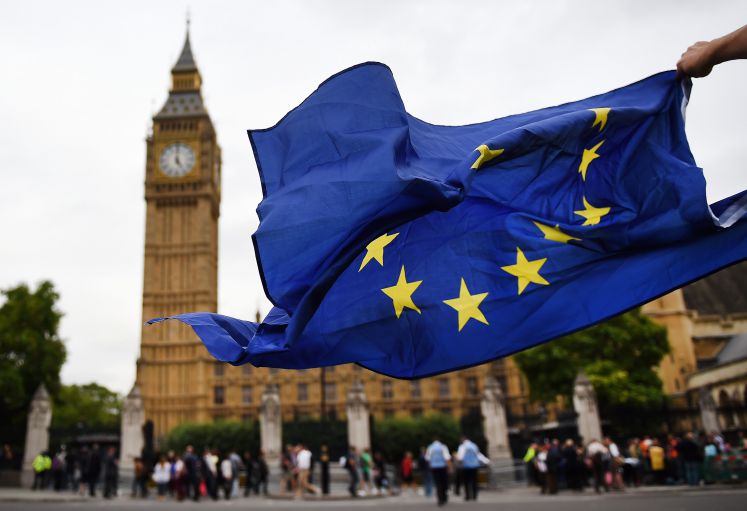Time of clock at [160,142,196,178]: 5:00
